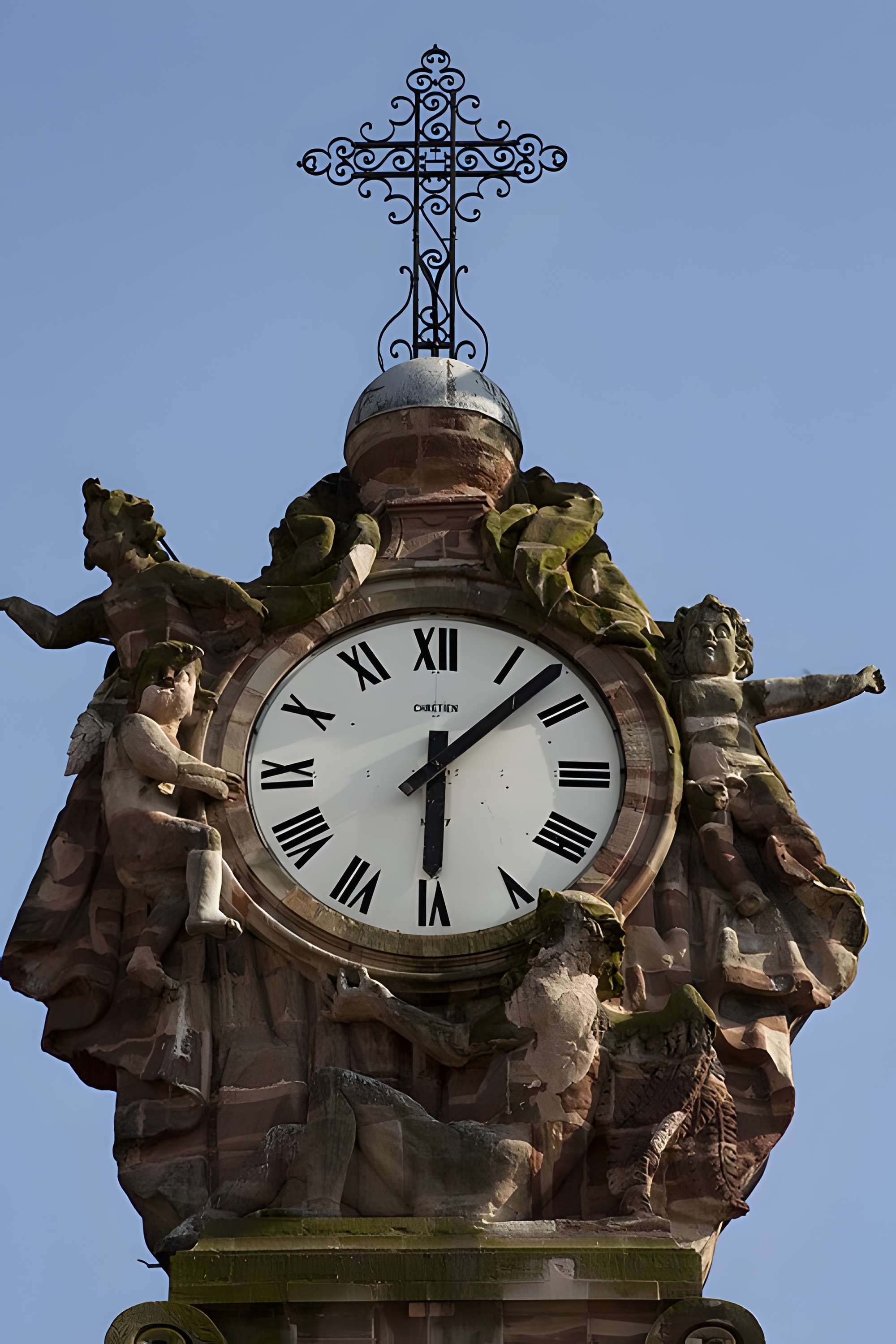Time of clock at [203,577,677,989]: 6:07
